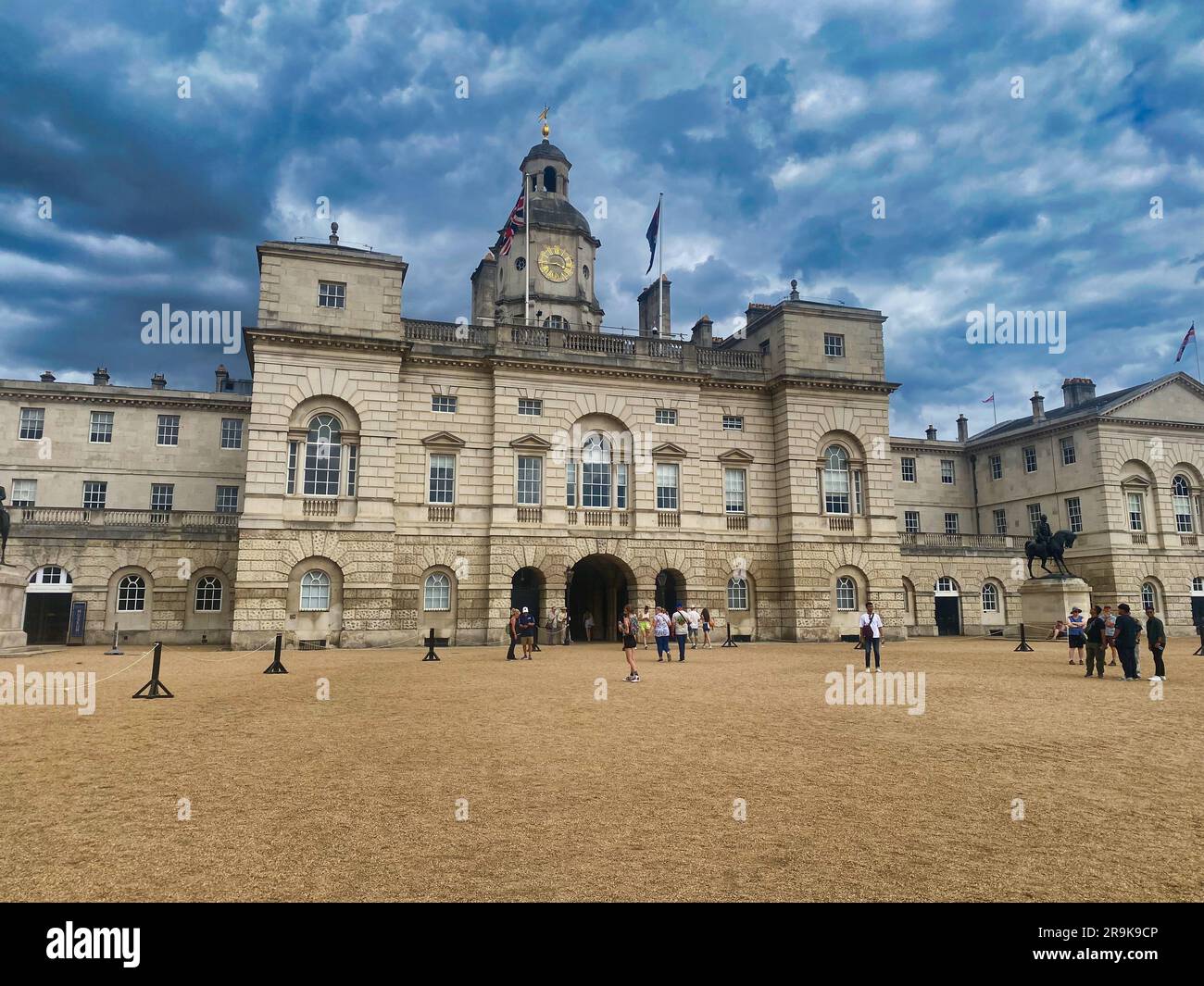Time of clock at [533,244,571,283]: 3:44
